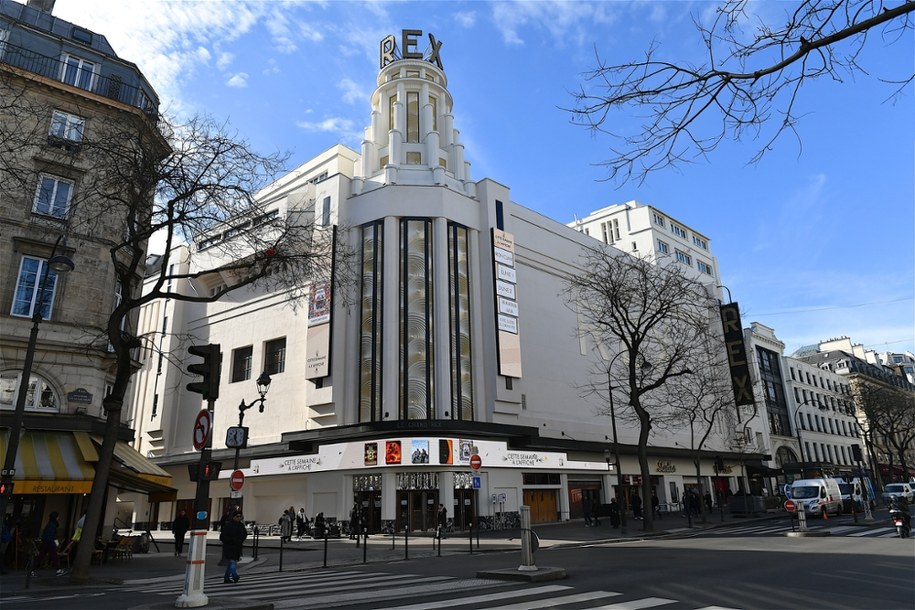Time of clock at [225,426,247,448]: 12:26
